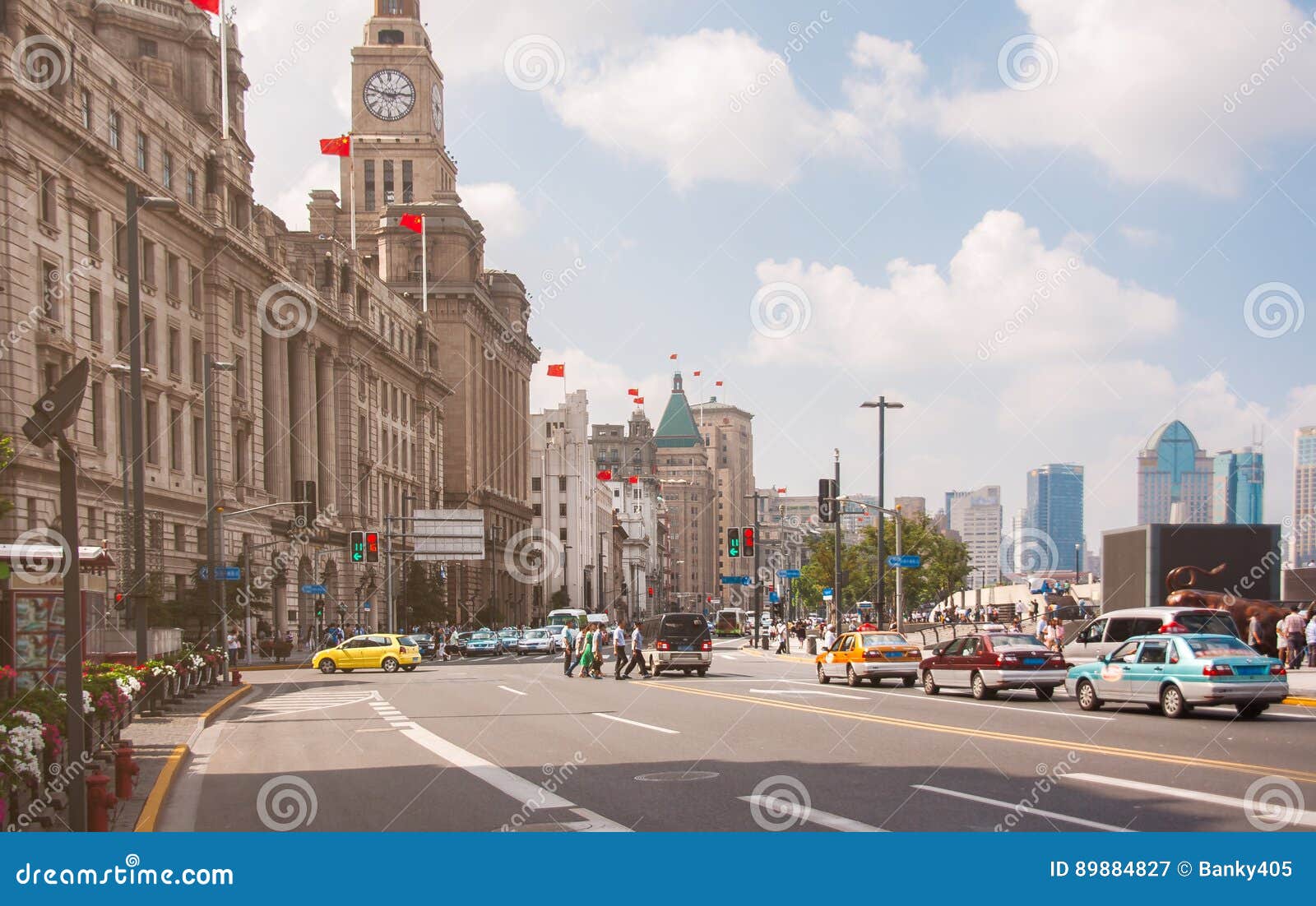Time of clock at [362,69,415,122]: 2:47
